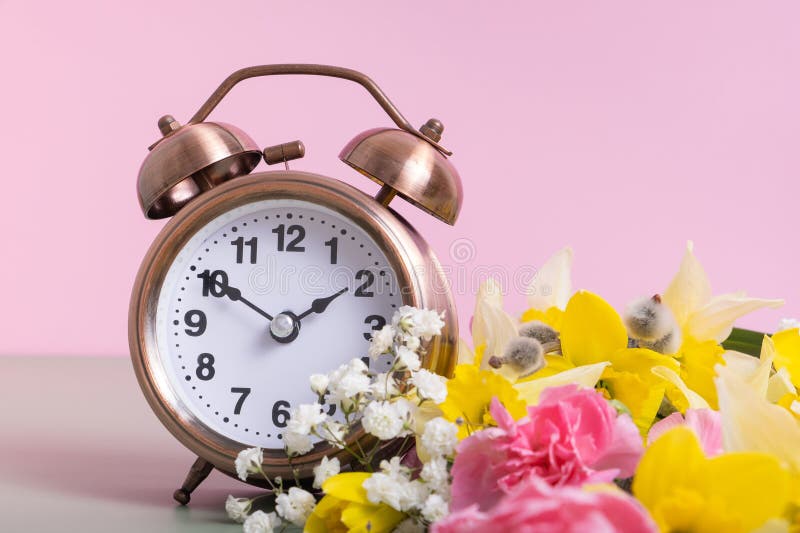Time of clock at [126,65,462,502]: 1:50
